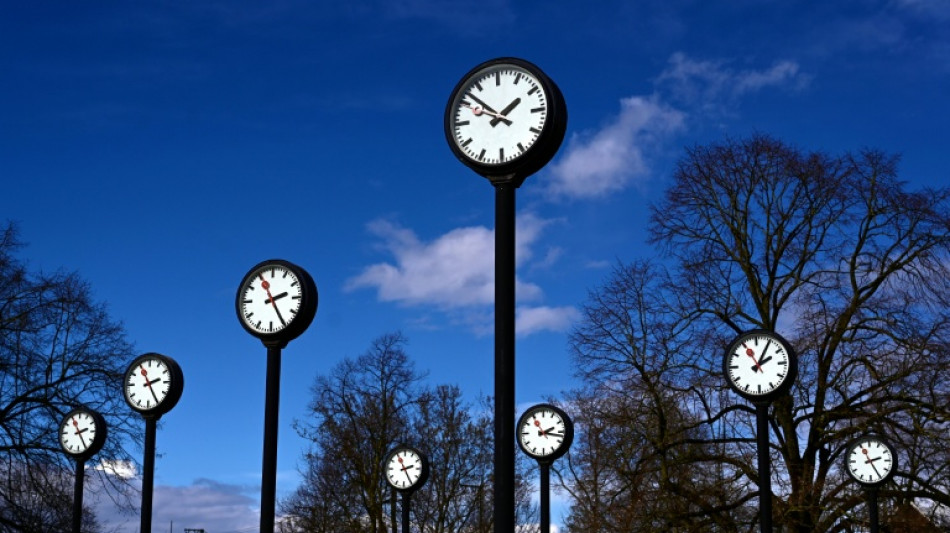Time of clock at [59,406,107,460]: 2:25
